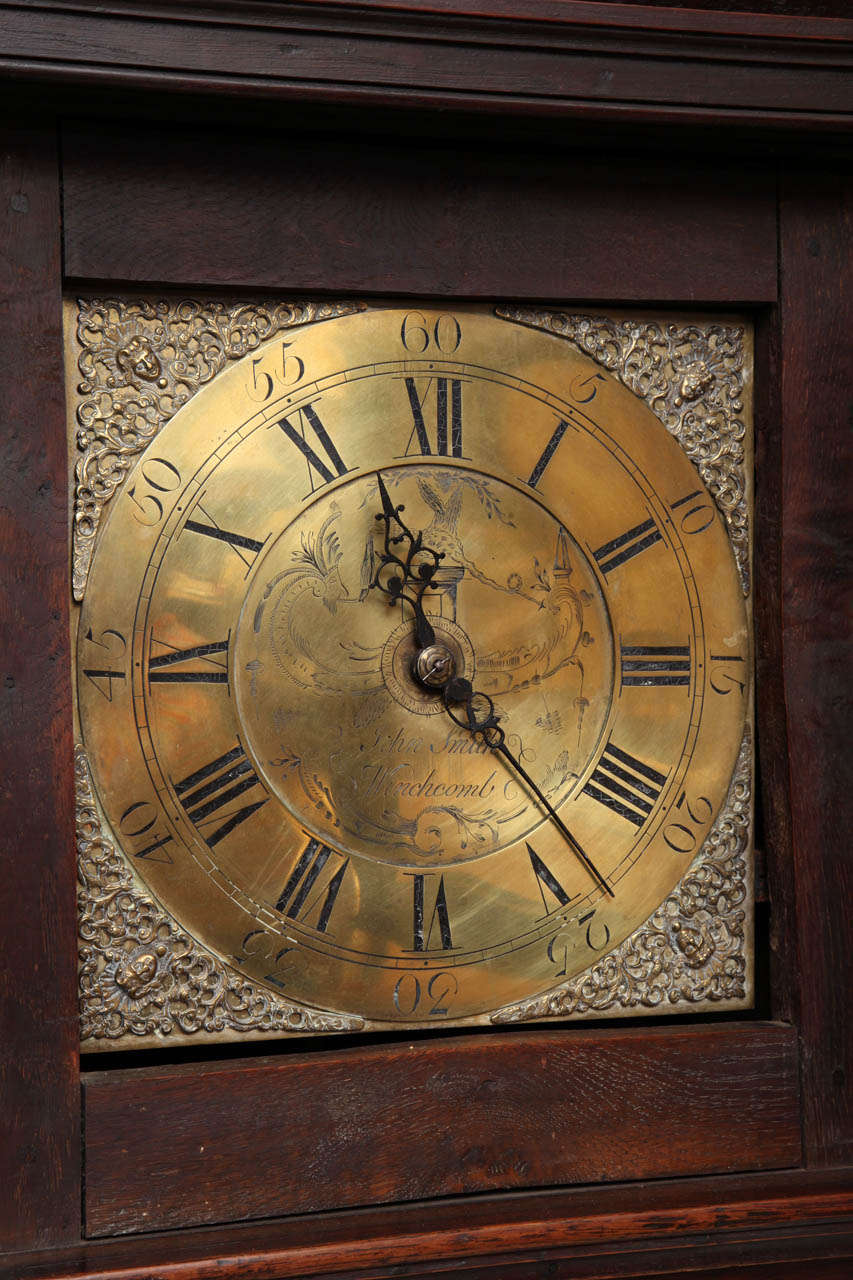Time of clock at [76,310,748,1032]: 11:23
